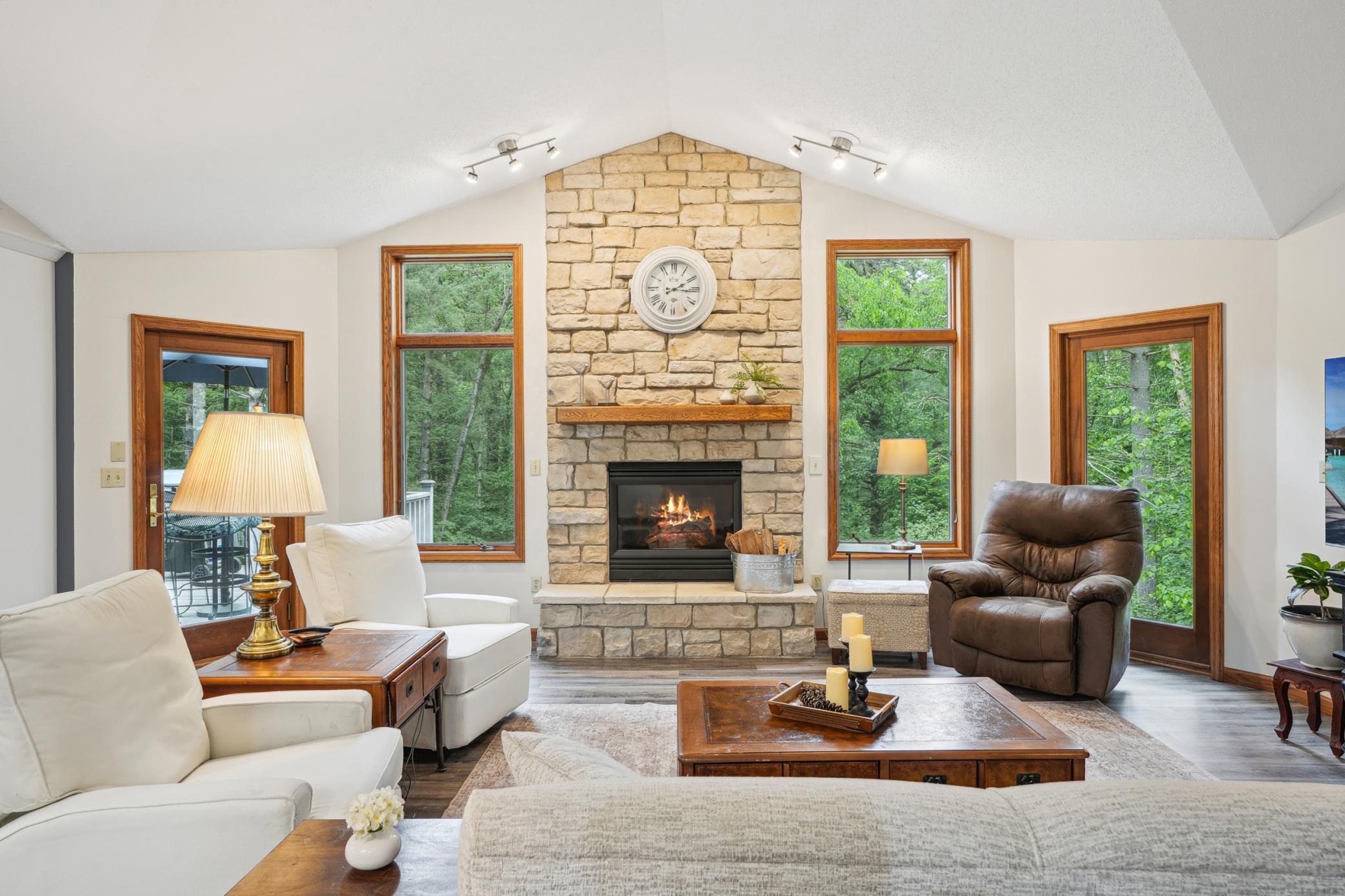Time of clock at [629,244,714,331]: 2:15
